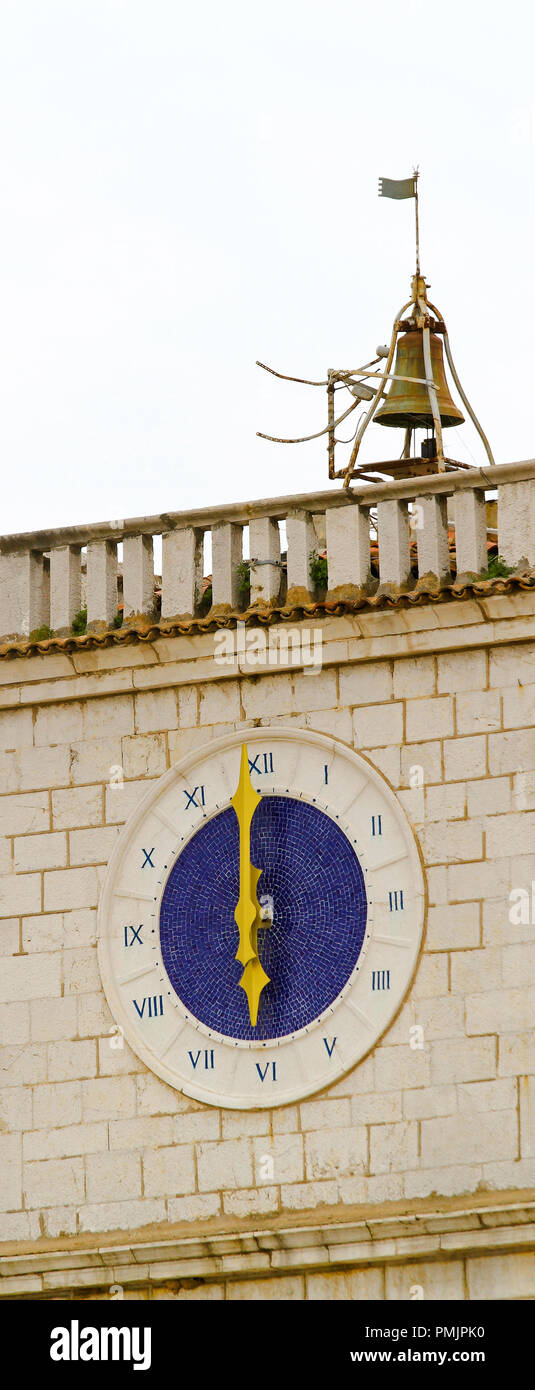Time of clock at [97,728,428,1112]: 5:59
